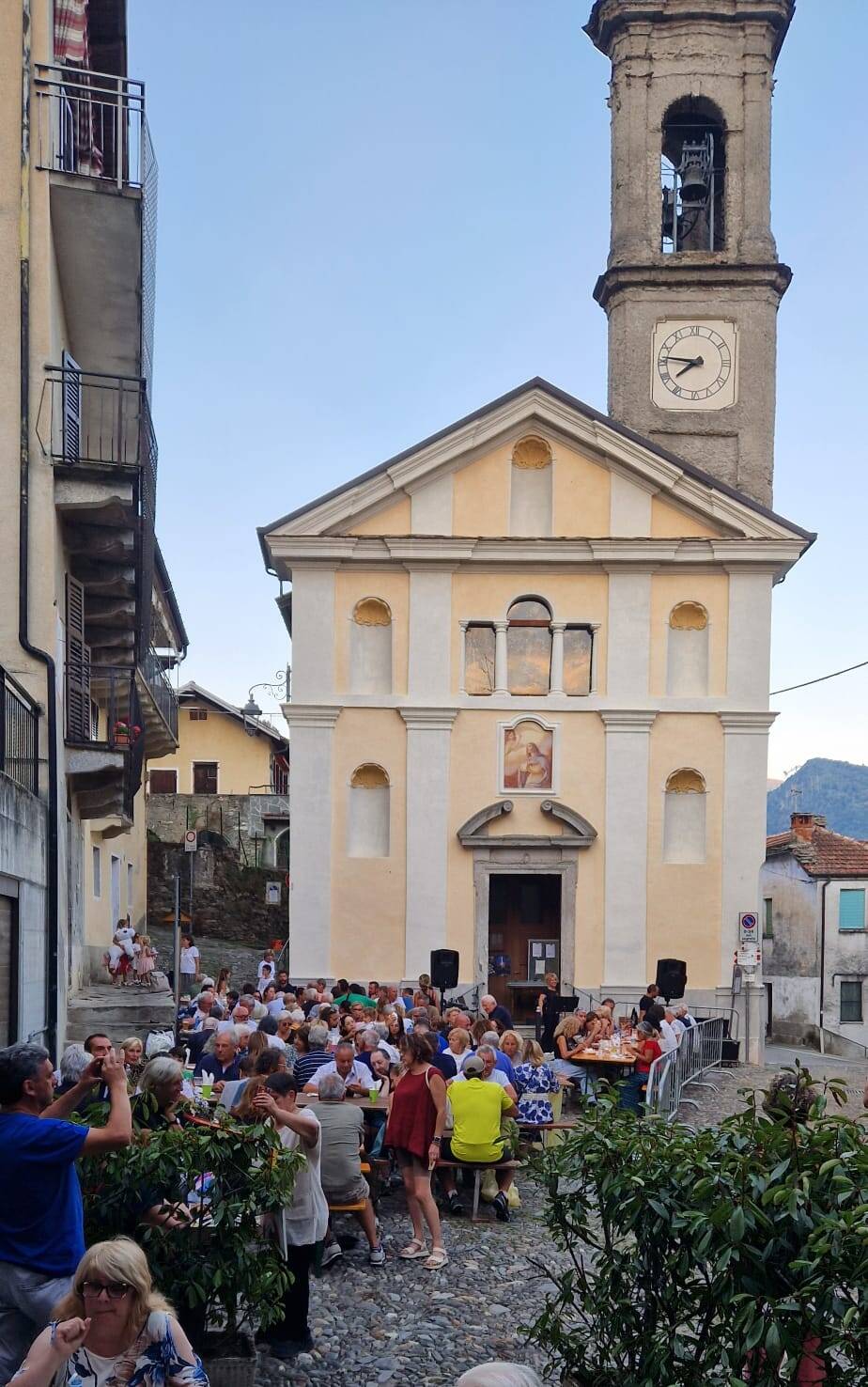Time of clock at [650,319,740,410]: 7:46
